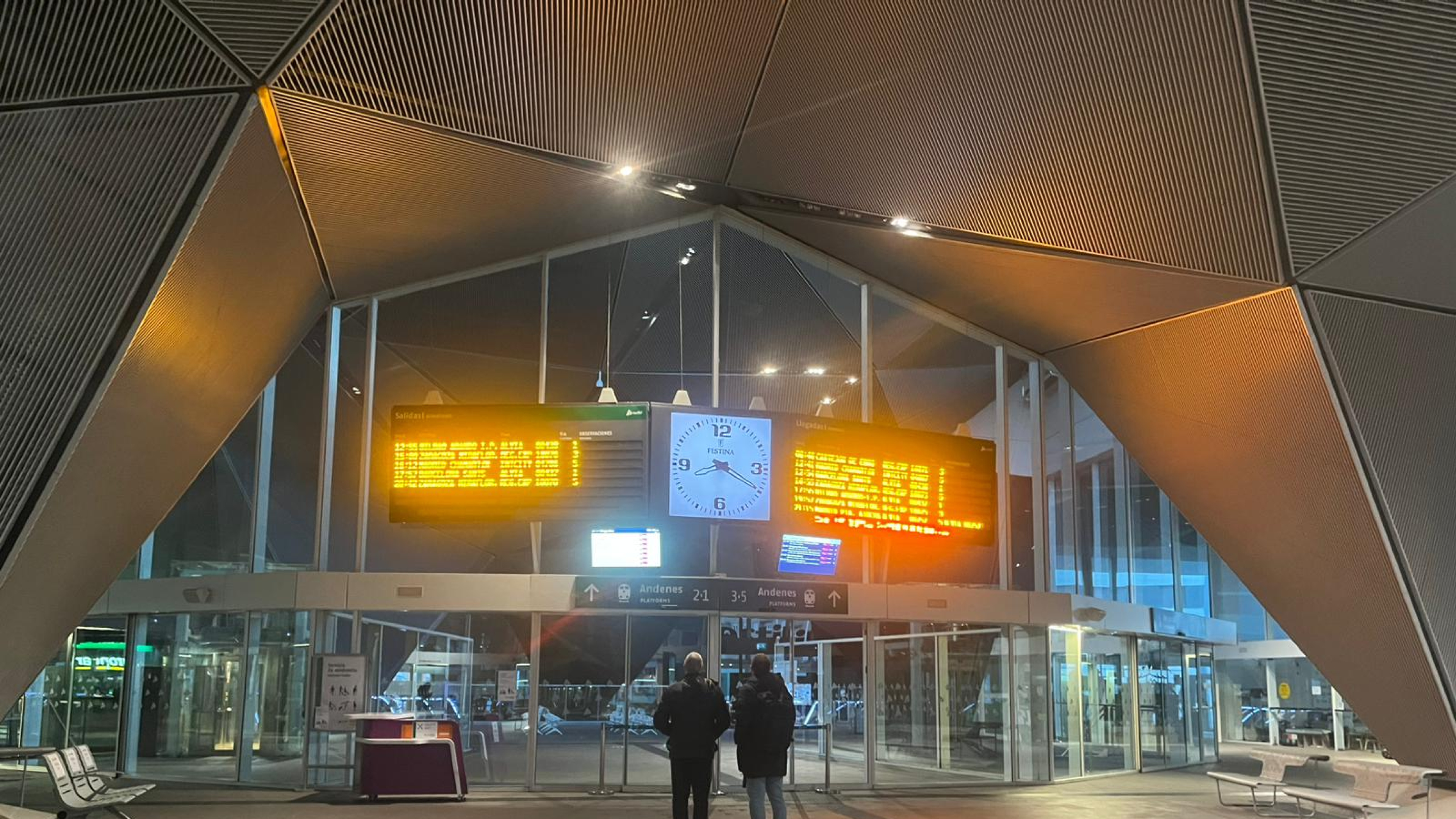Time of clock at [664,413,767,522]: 8:19
